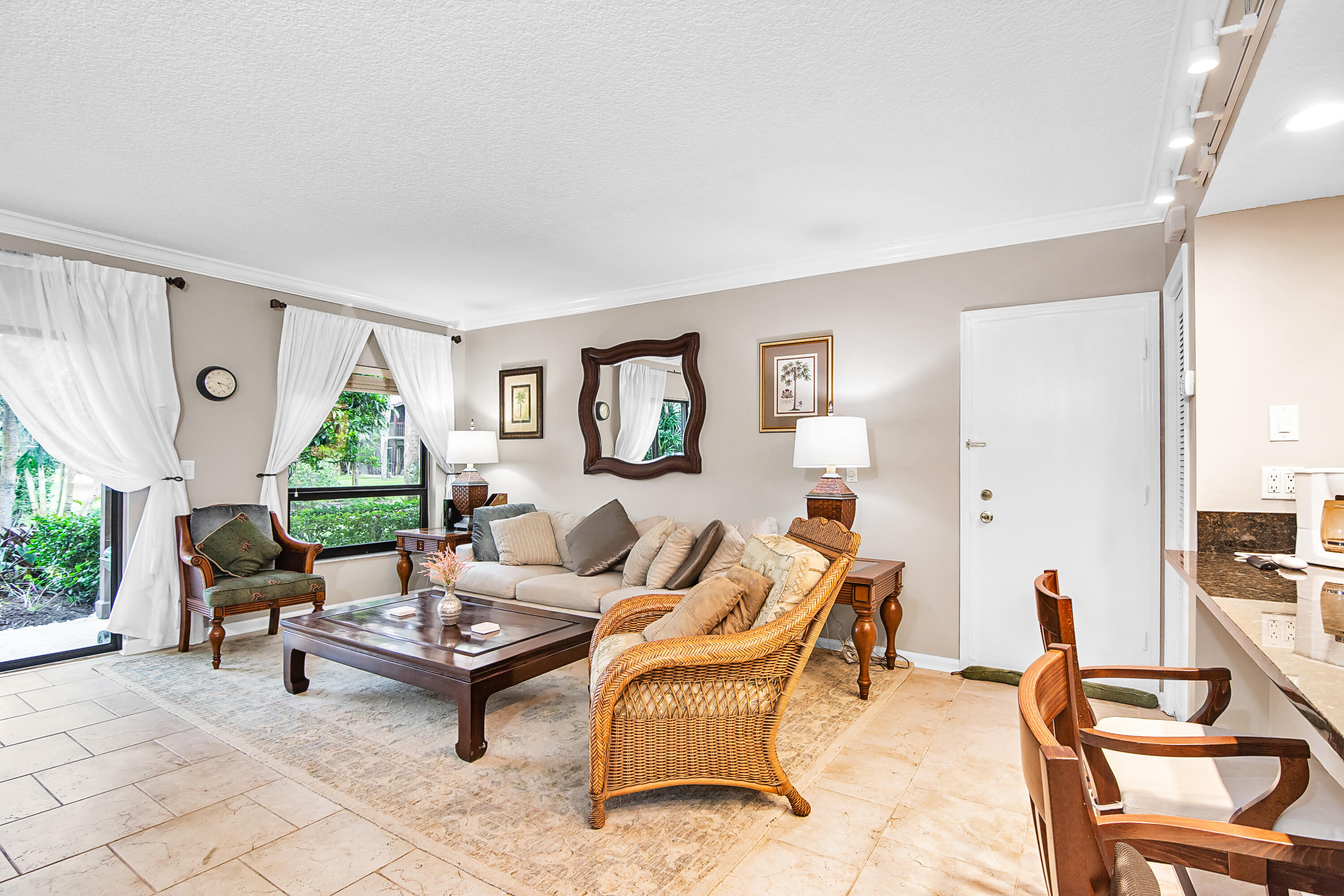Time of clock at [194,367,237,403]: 5:18
